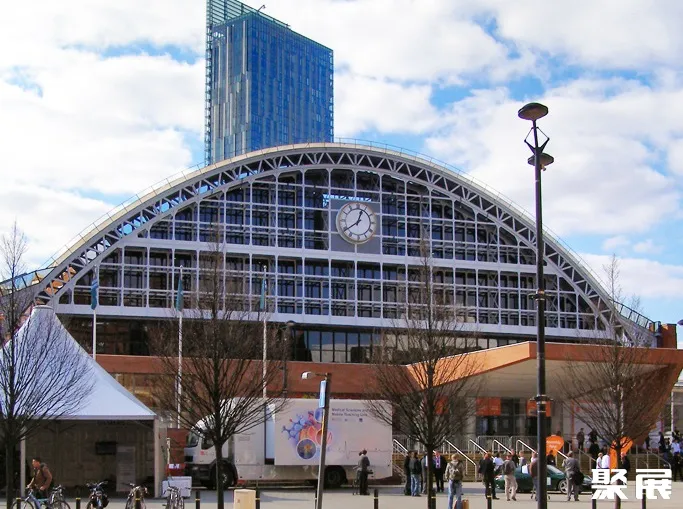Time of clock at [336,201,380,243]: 12:39
